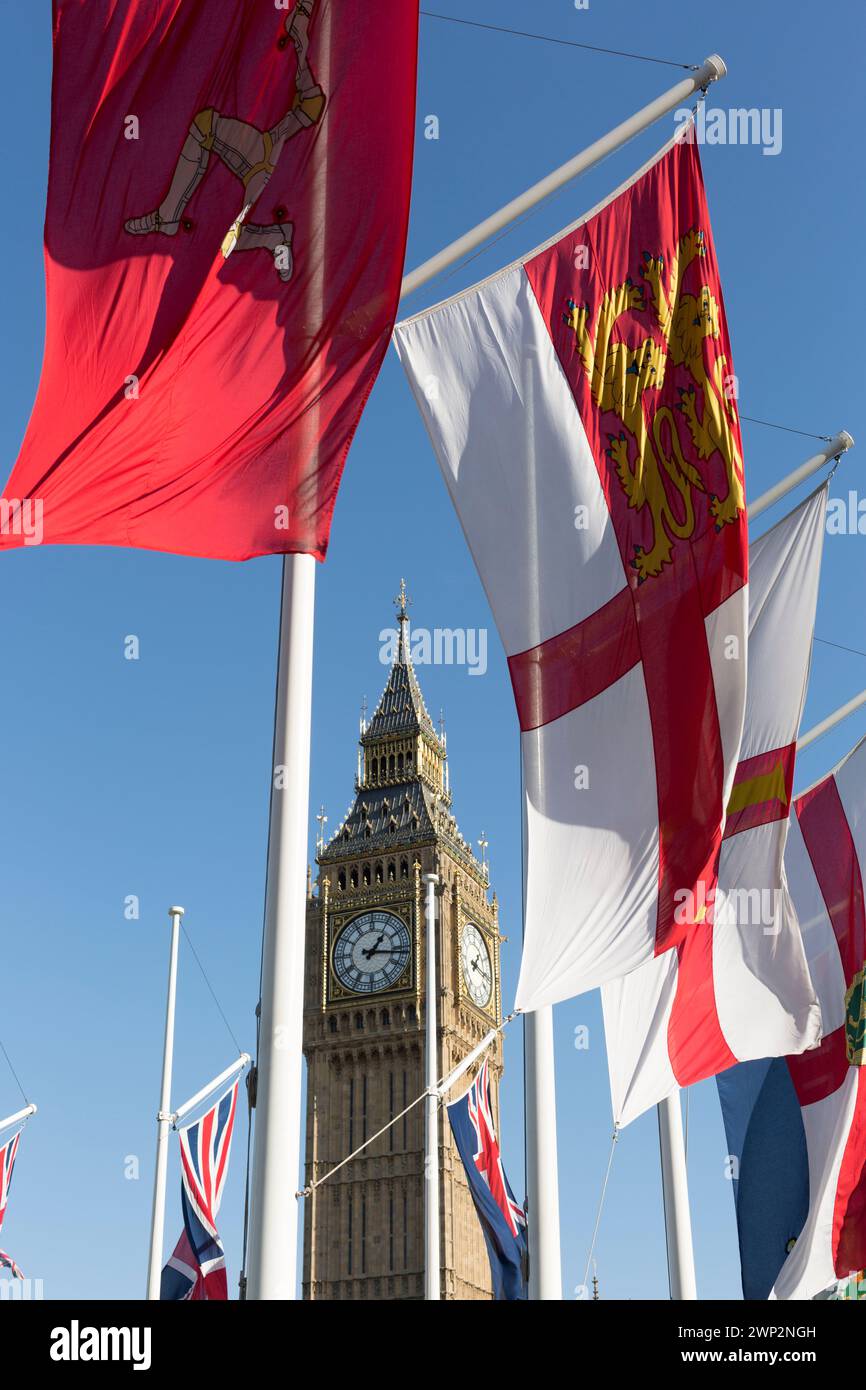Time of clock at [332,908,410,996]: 1:16
